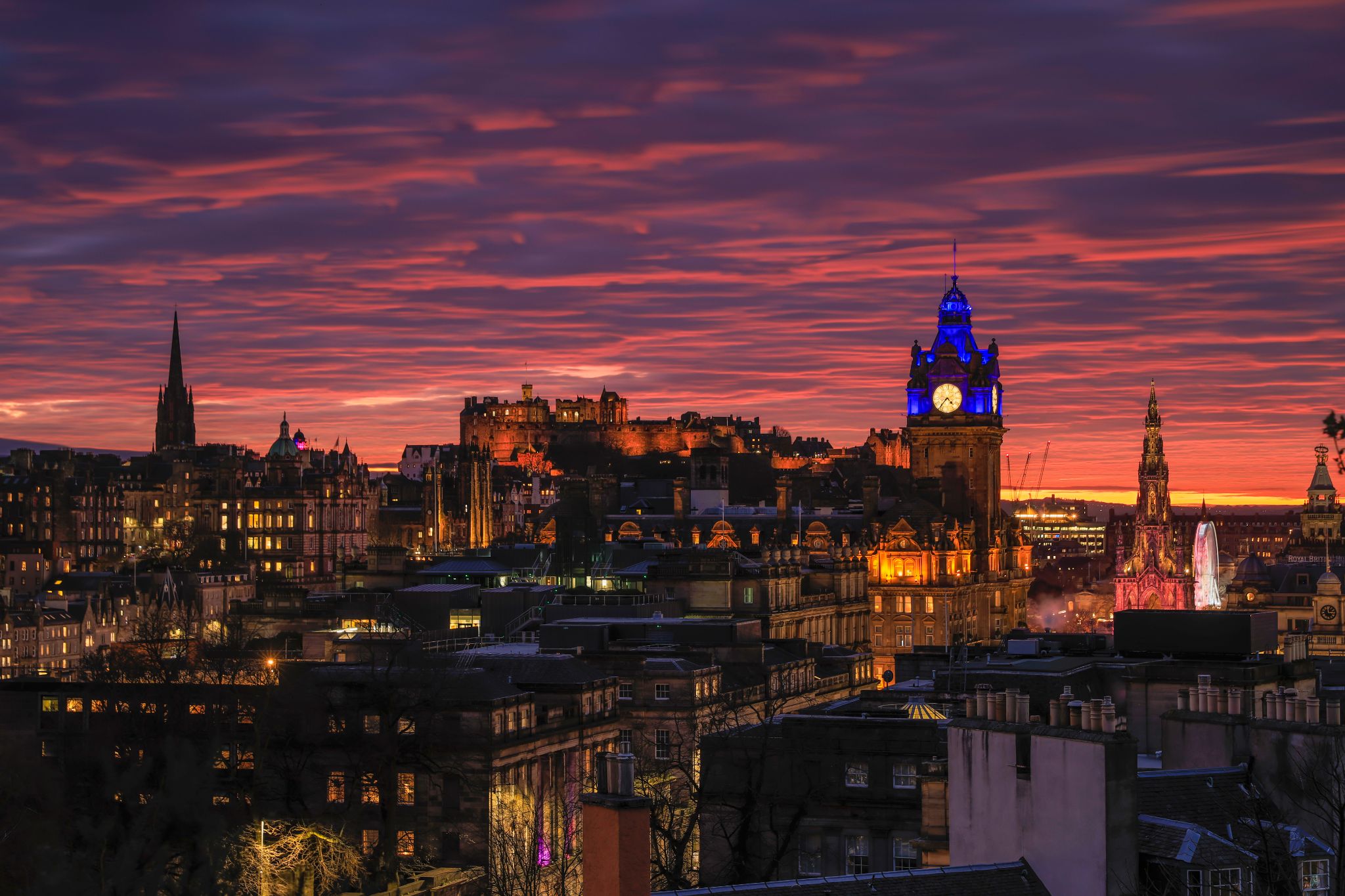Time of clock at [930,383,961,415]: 4:36
